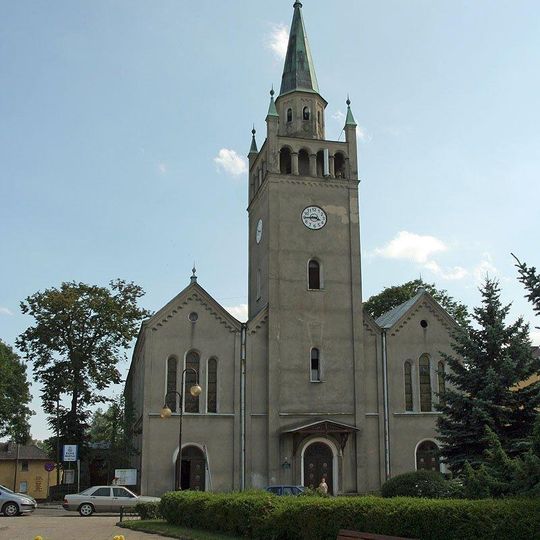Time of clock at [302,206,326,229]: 3:44
